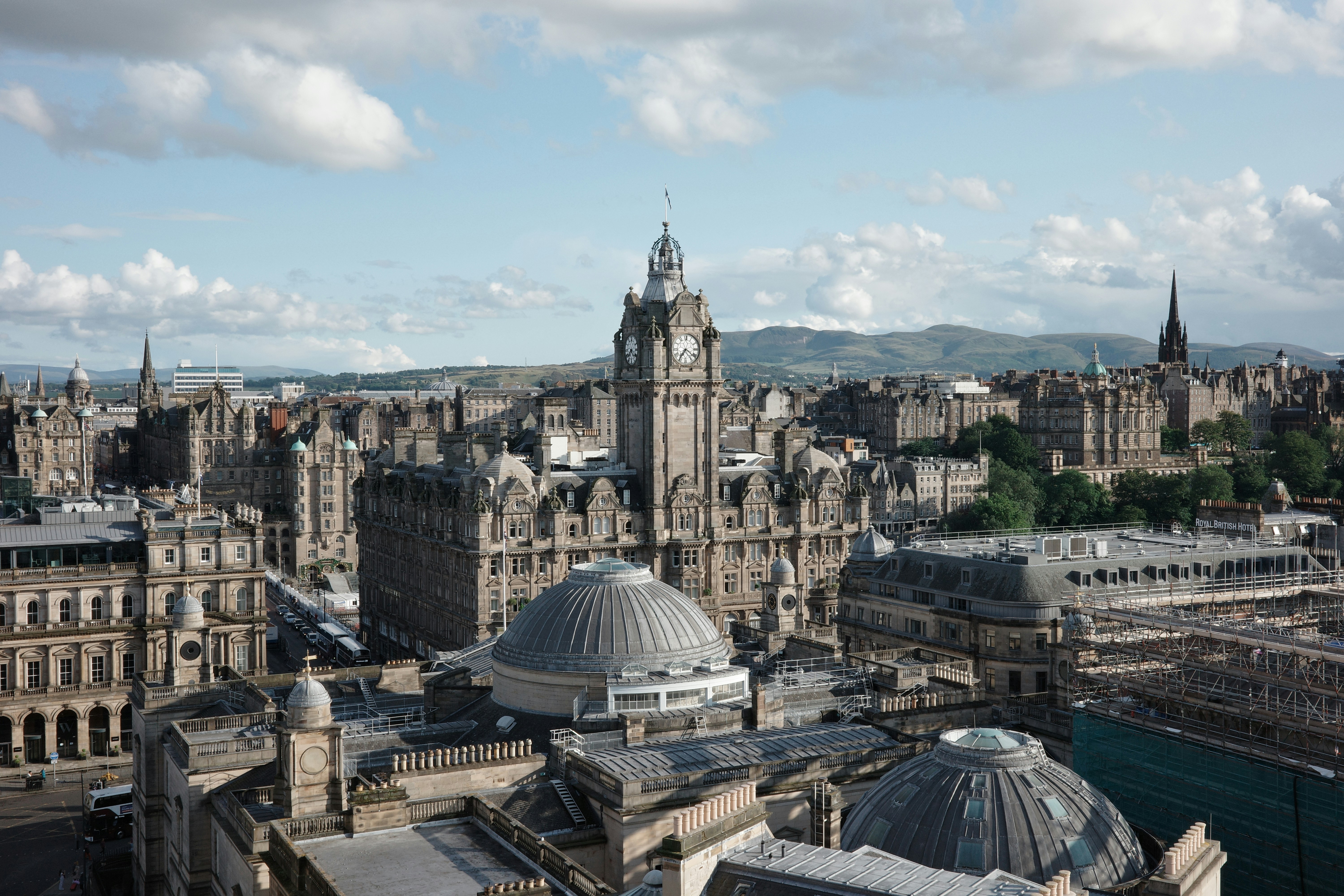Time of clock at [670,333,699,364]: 7:21
